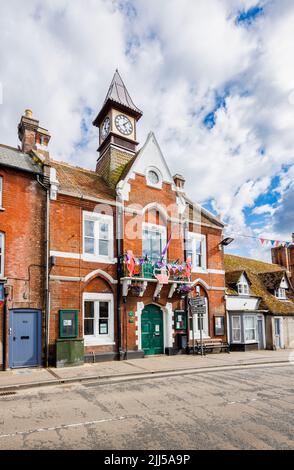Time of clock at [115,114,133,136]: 5:07
